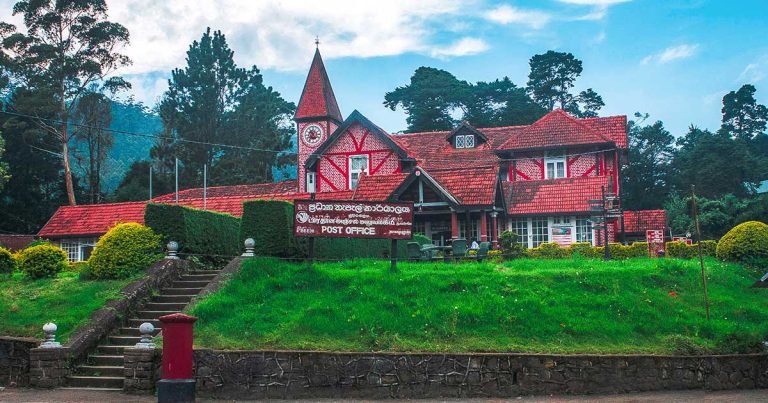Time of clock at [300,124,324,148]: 10:36
